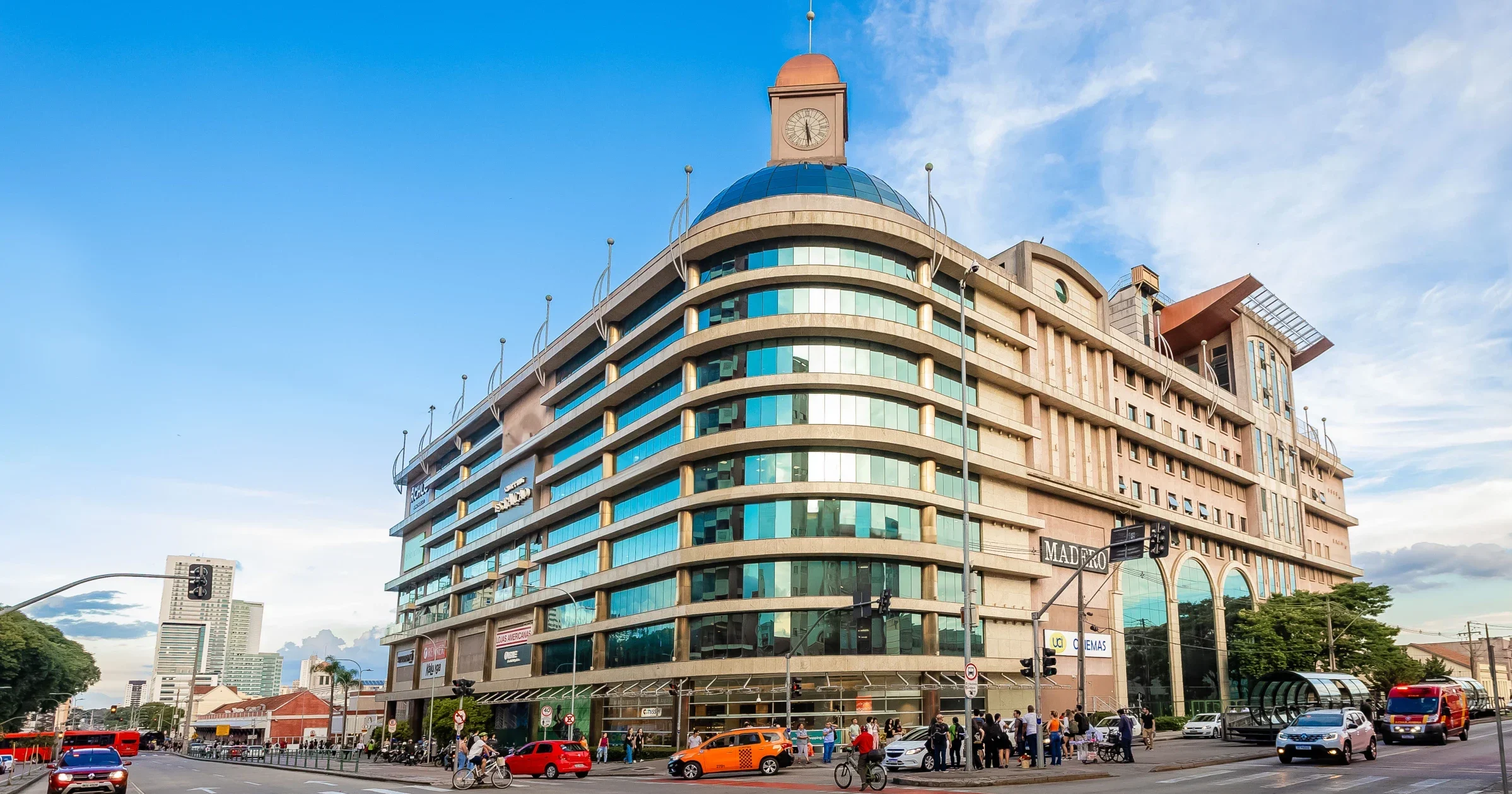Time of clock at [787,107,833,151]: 5:29
